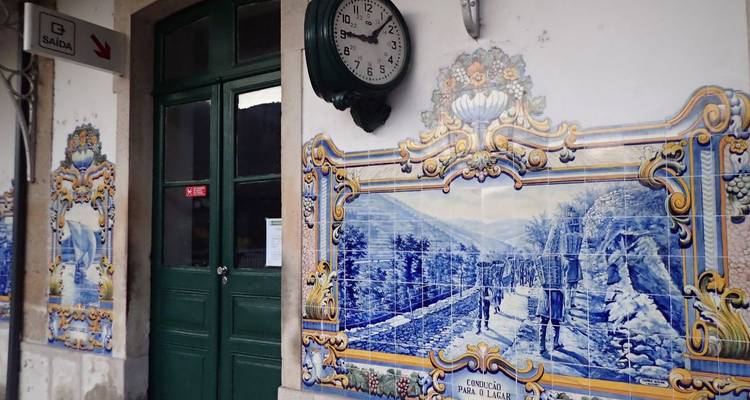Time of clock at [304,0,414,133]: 9:07
